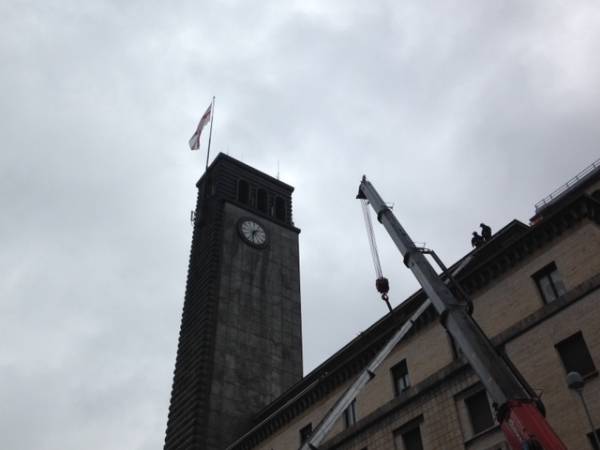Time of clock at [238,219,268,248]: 1:32
